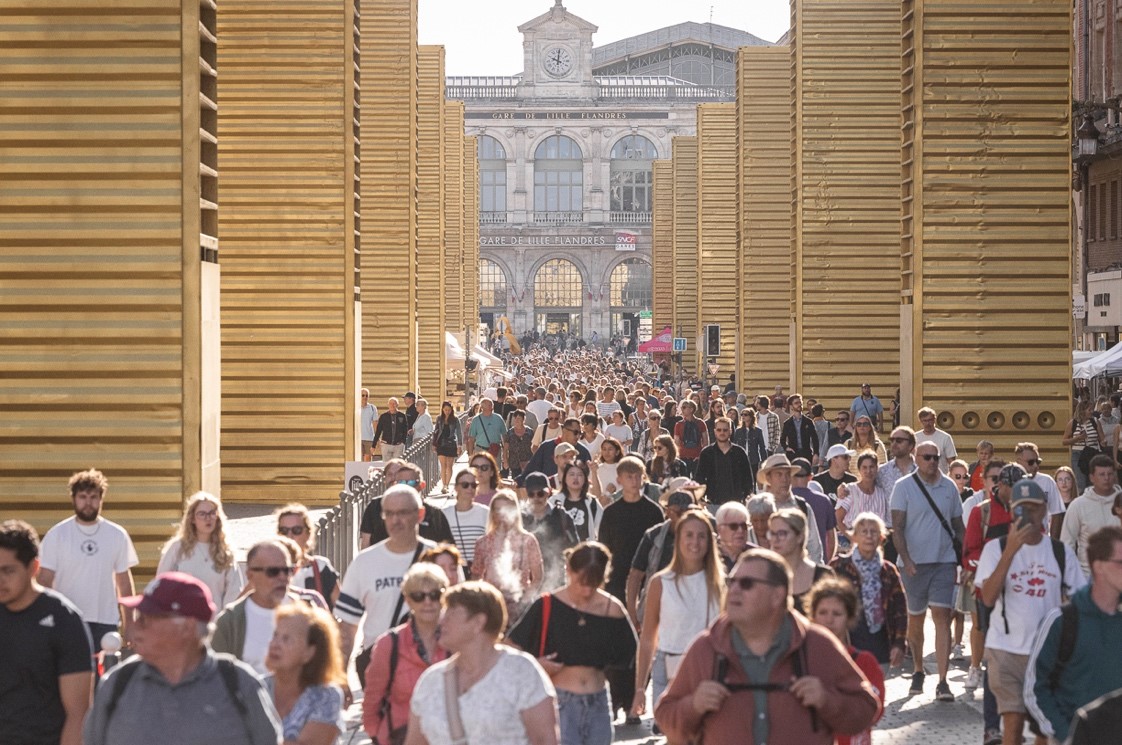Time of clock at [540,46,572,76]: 10:00
